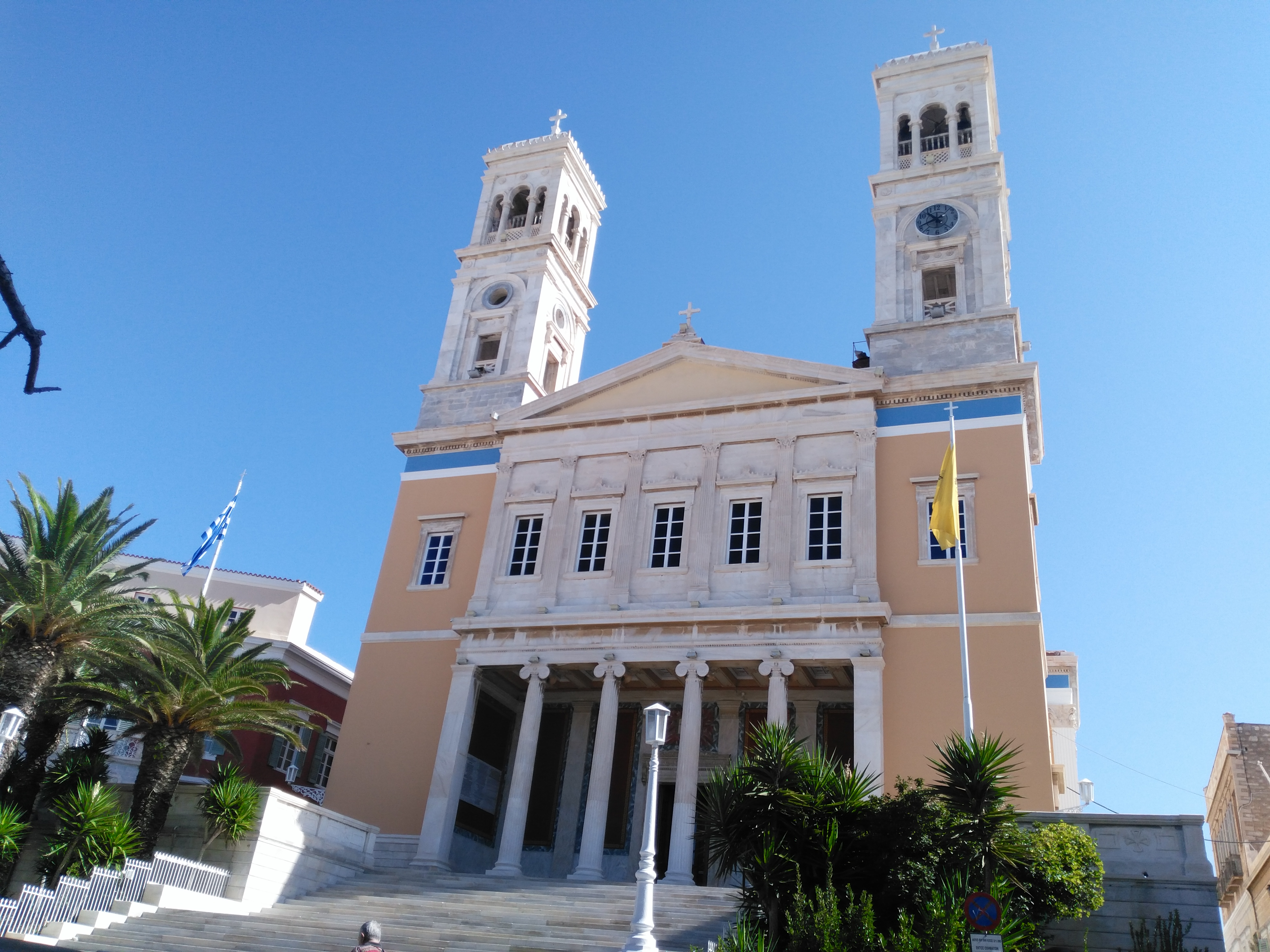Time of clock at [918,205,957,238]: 10:41
